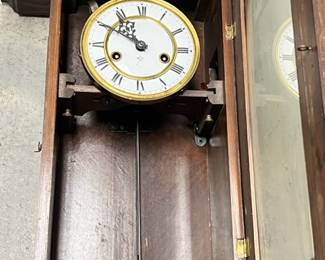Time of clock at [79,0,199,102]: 10:50
